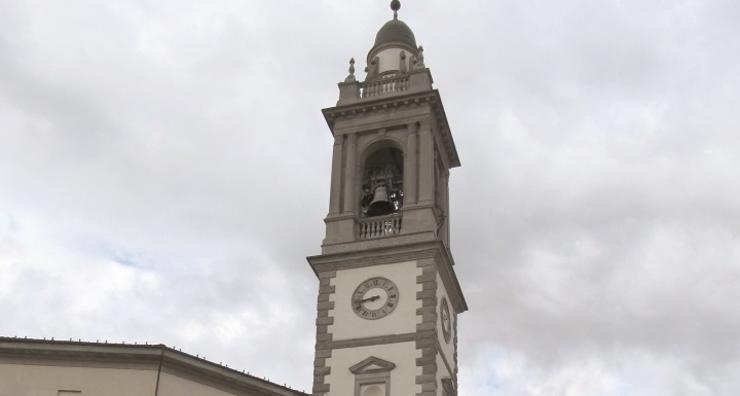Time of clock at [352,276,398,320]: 8:43
